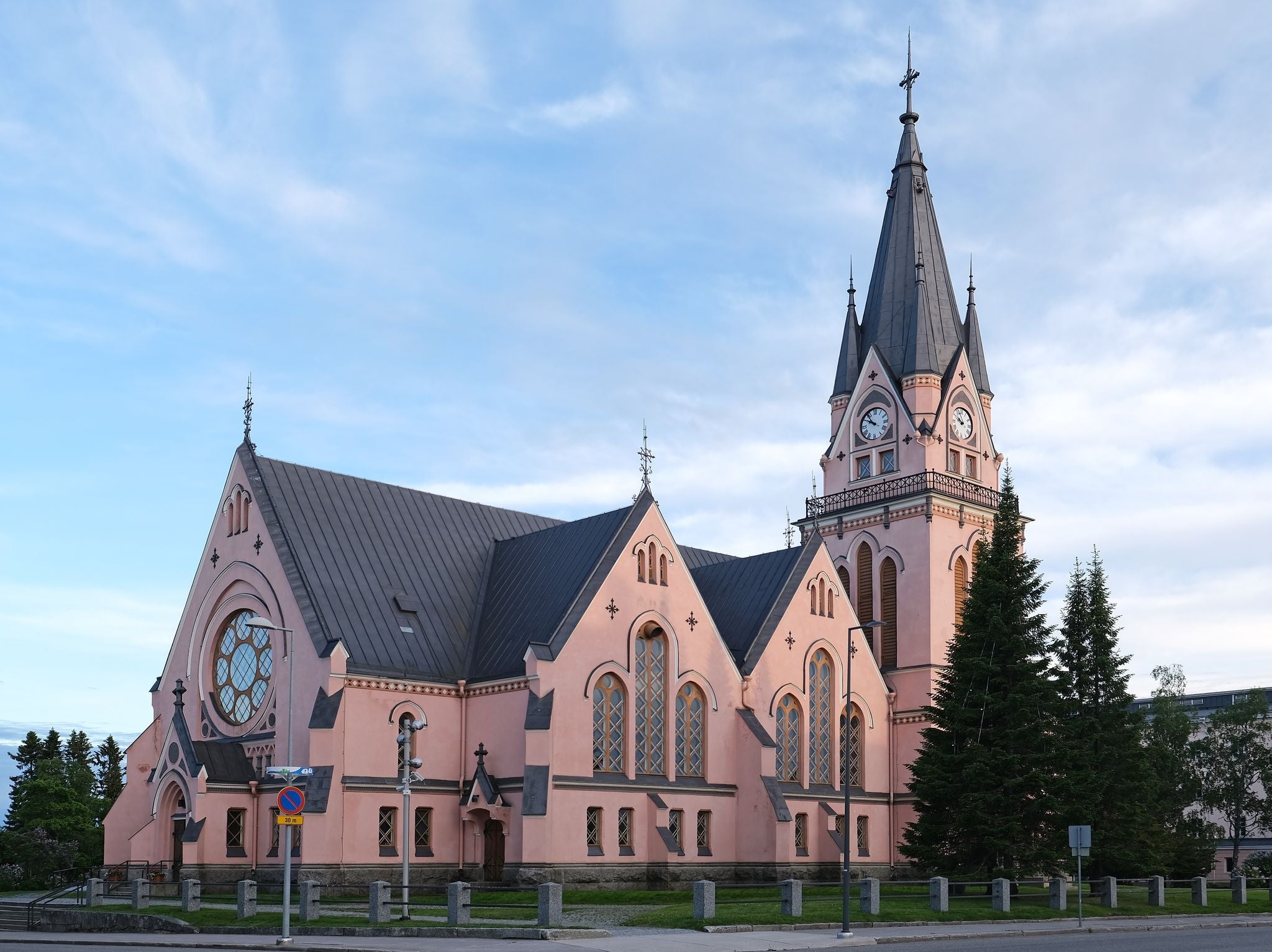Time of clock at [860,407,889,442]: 9:53
